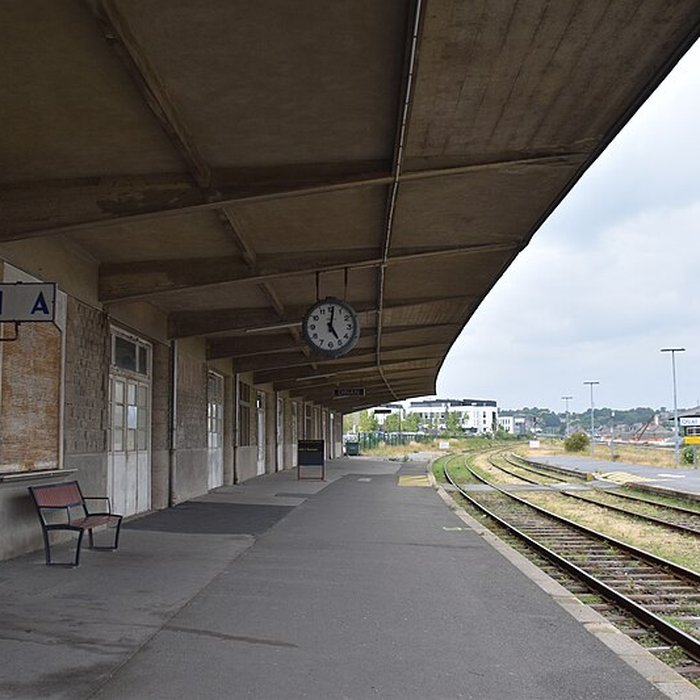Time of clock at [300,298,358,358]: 5:01
